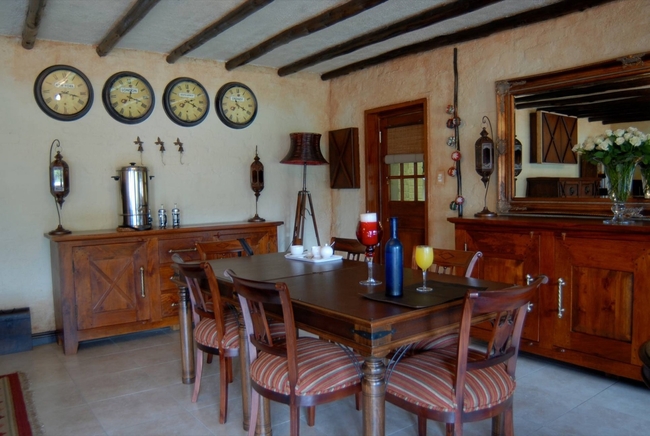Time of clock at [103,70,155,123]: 12:18
